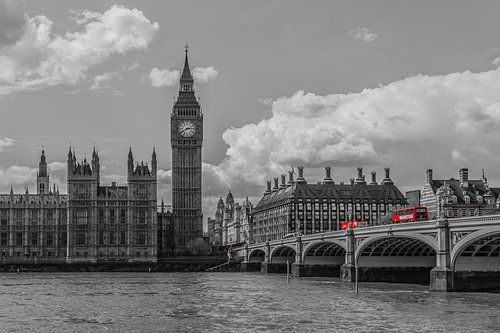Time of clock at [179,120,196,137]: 2:40
